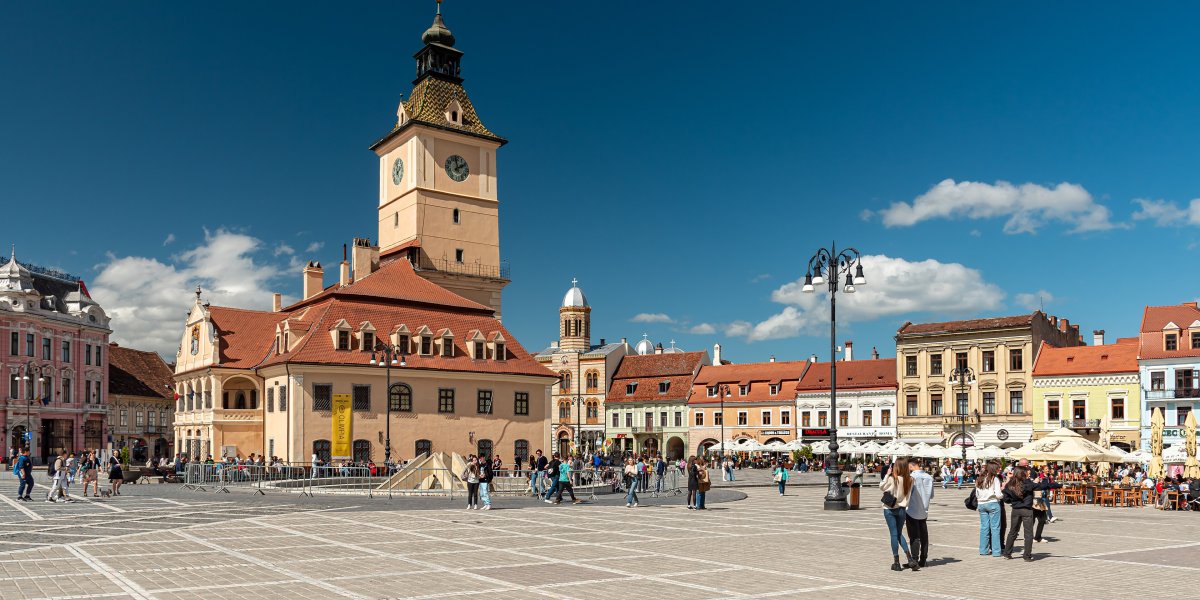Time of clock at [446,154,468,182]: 1:58
